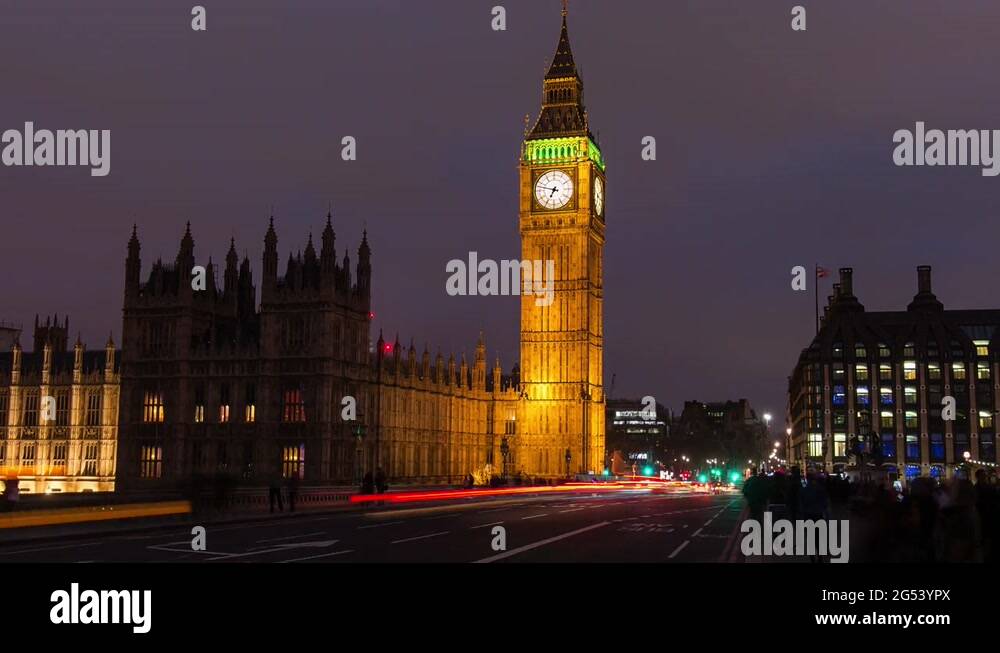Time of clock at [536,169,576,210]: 6:47
